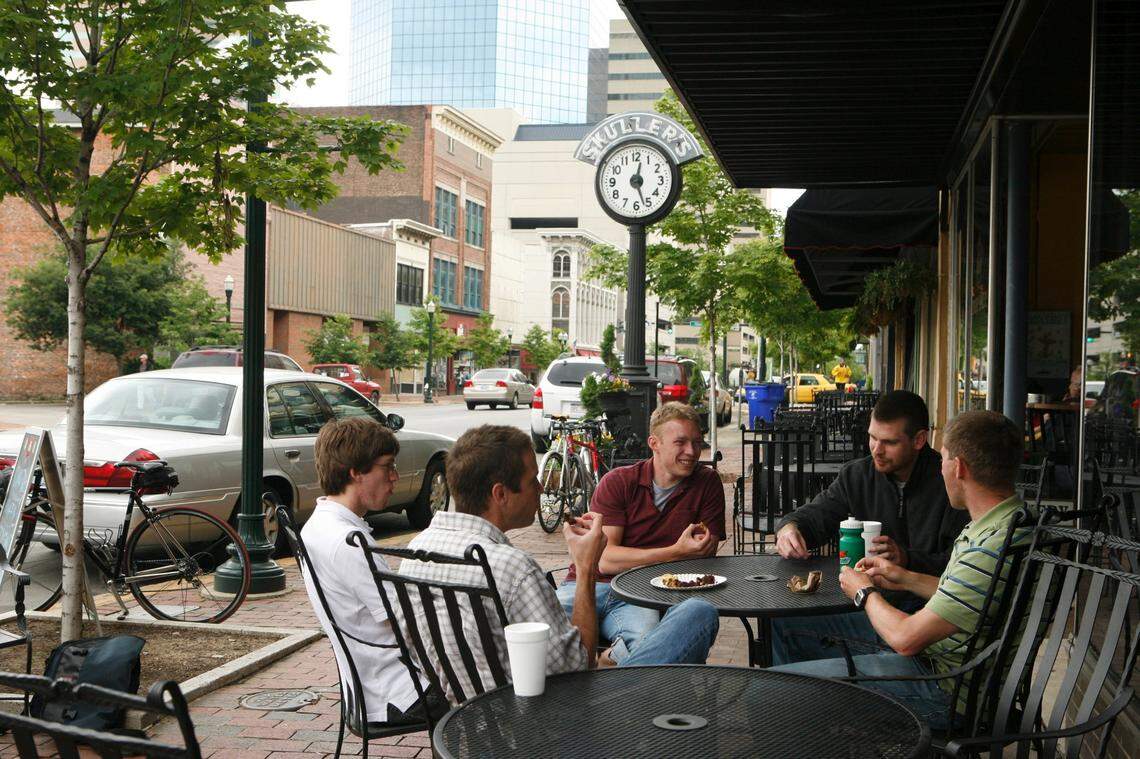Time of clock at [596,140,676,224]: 12:26
